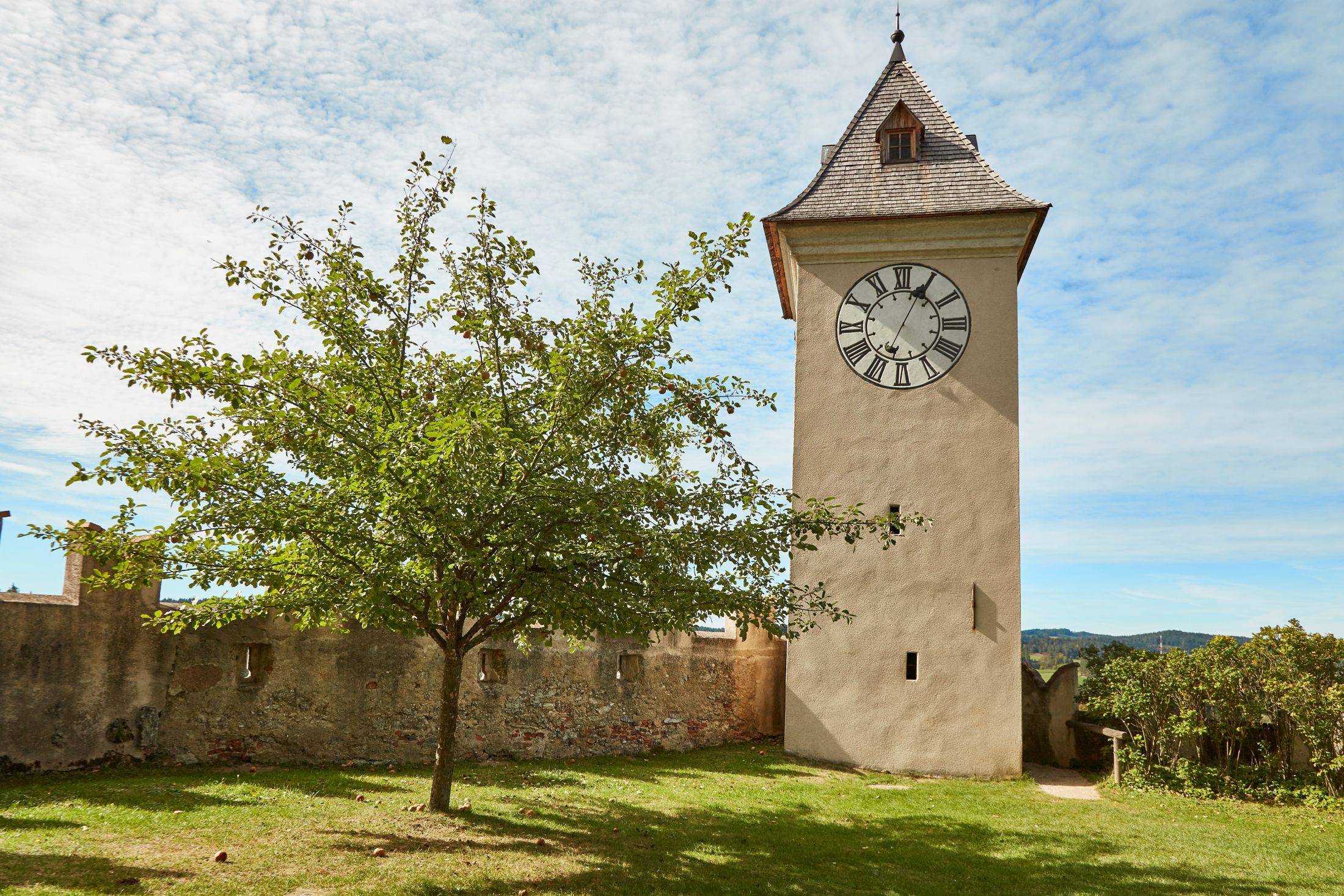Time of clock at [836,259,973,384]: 7:04
